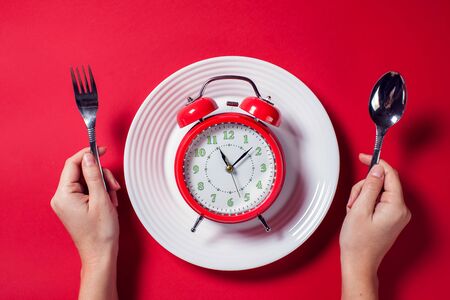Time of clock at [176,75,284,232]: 11:08
